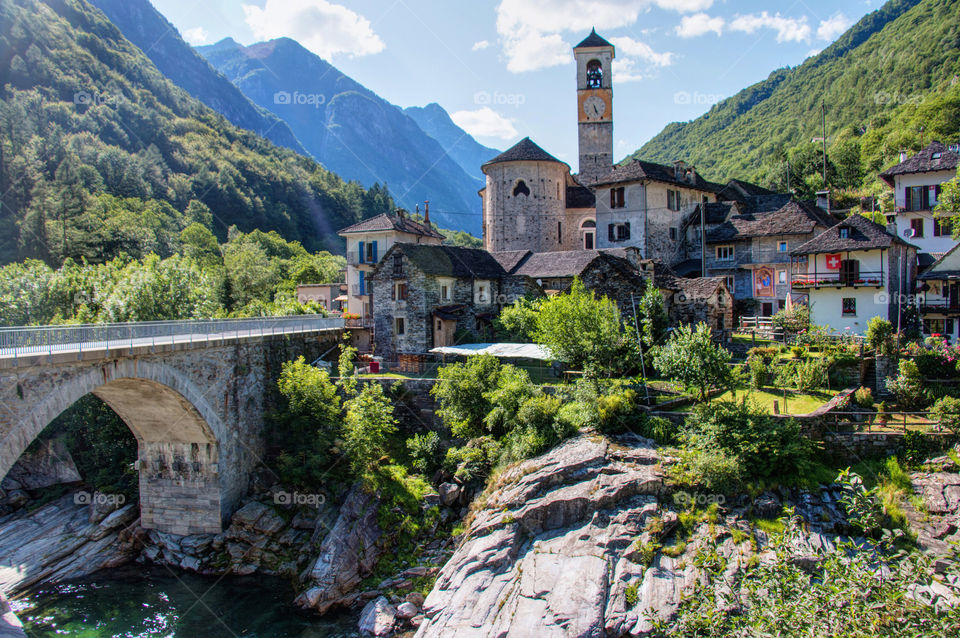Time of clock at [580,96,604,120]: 5:26
